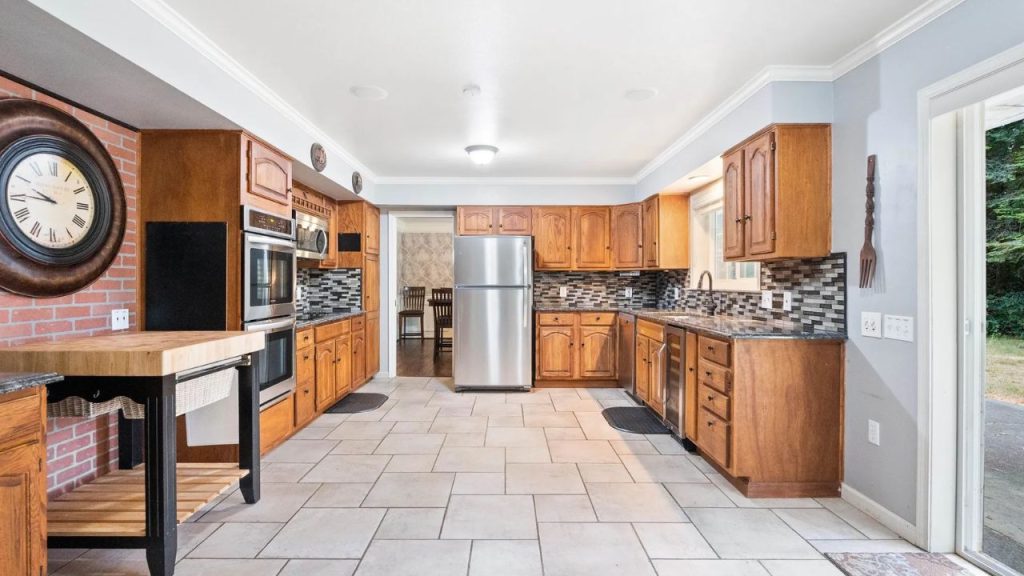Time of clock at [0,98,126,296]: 9:44
